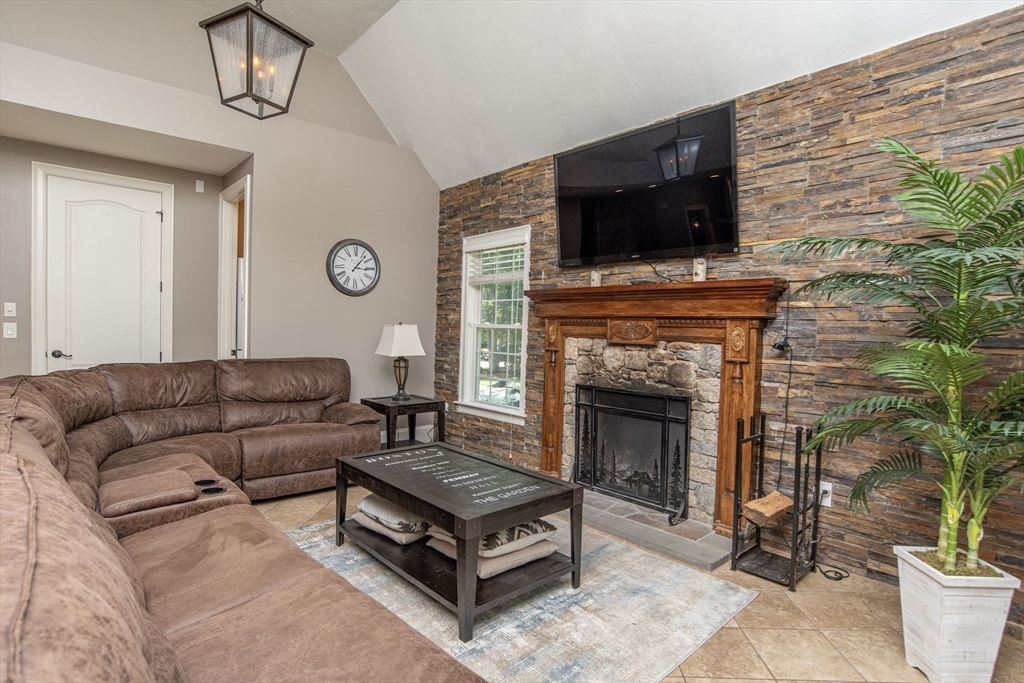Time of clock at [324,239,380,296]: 3:06
